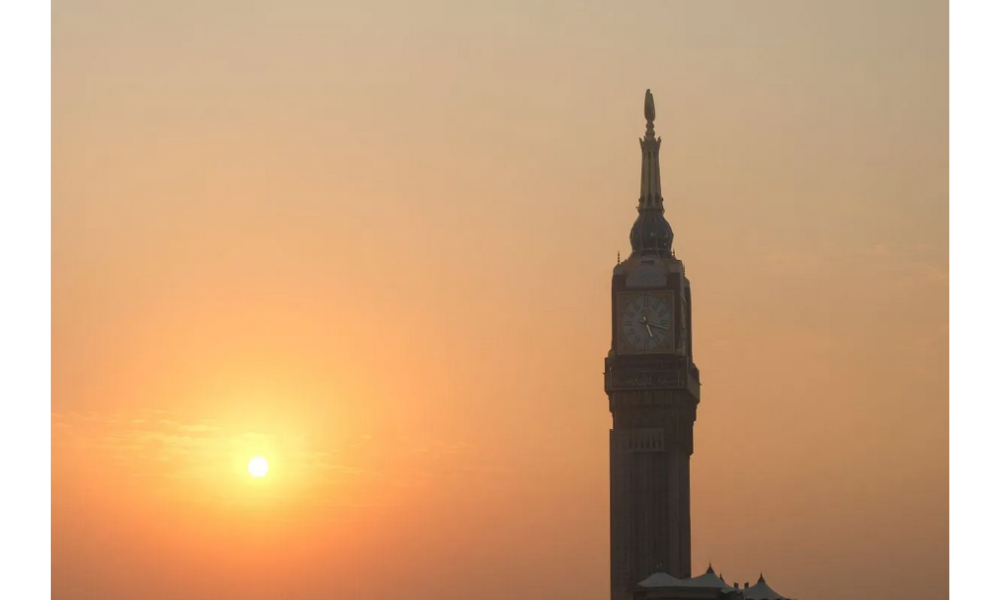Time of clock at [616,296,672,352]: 5:17
